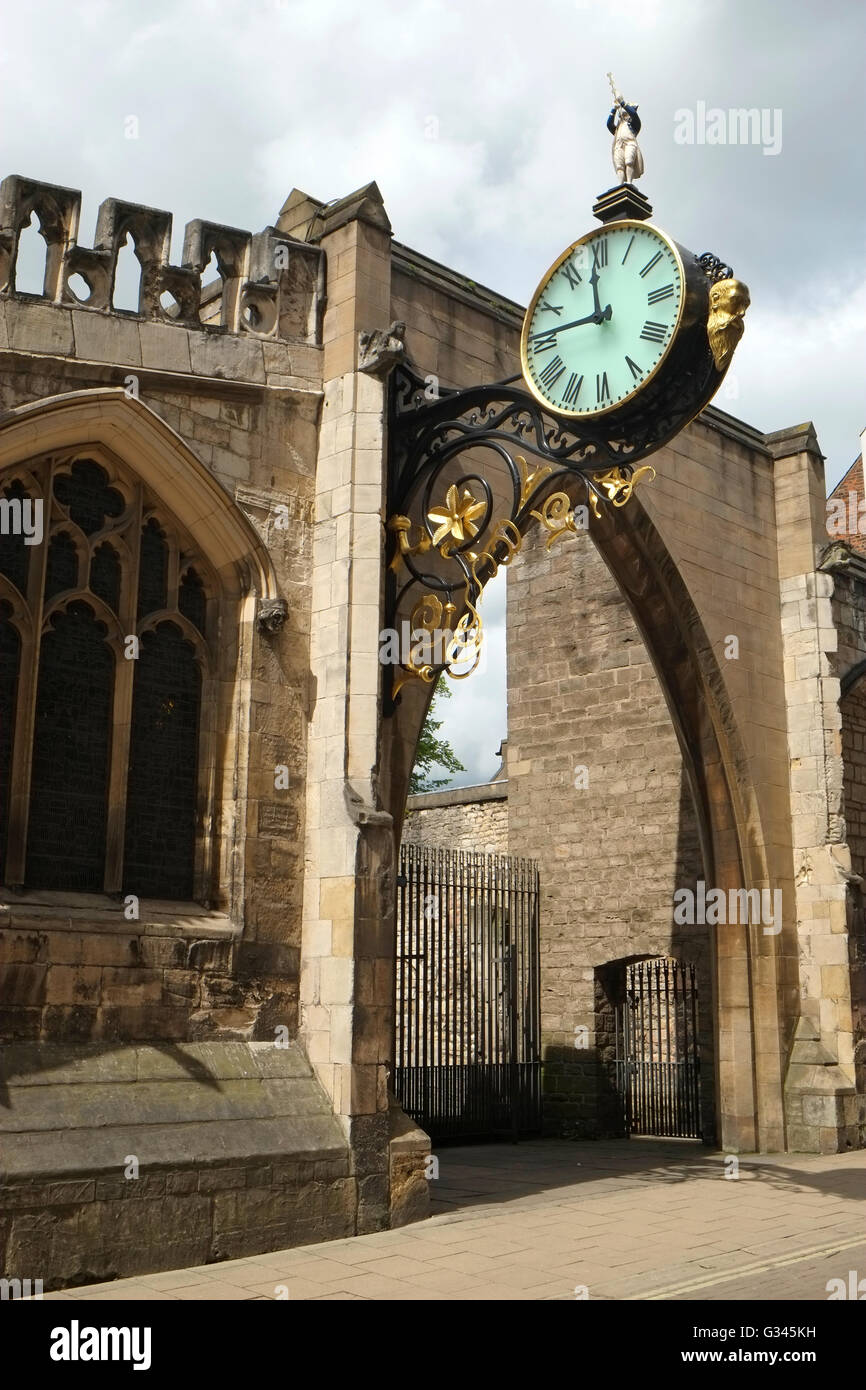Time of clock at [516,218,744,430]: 11:46
